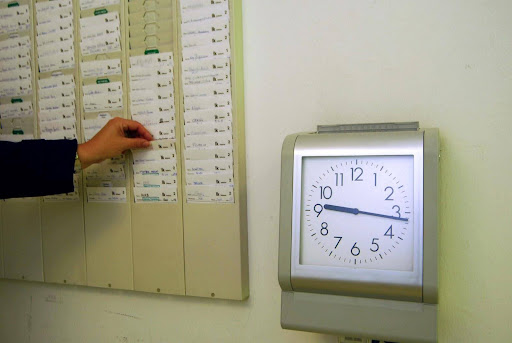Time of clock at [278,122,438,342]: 9:16
